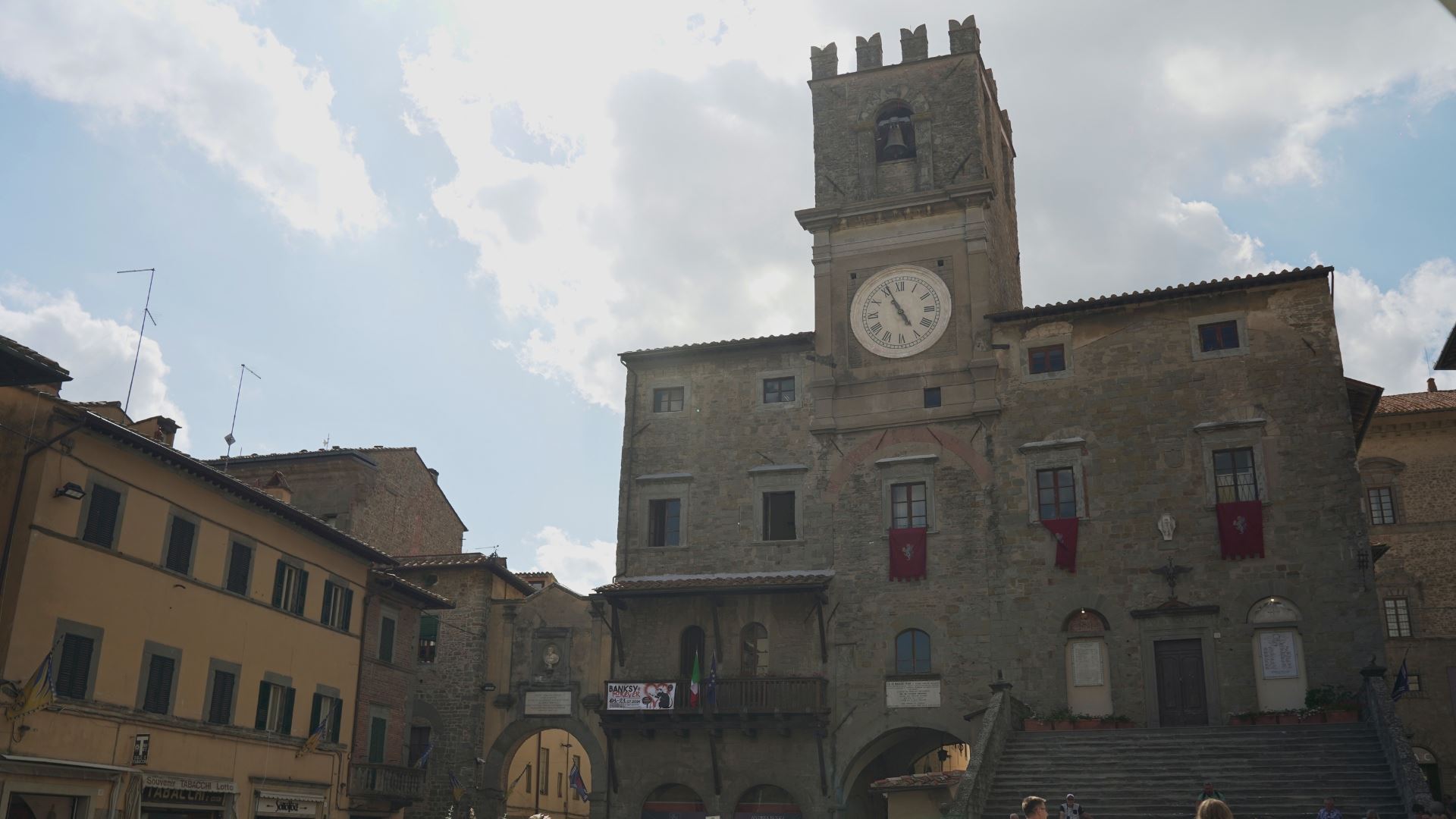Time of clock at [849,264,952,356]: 4:55
